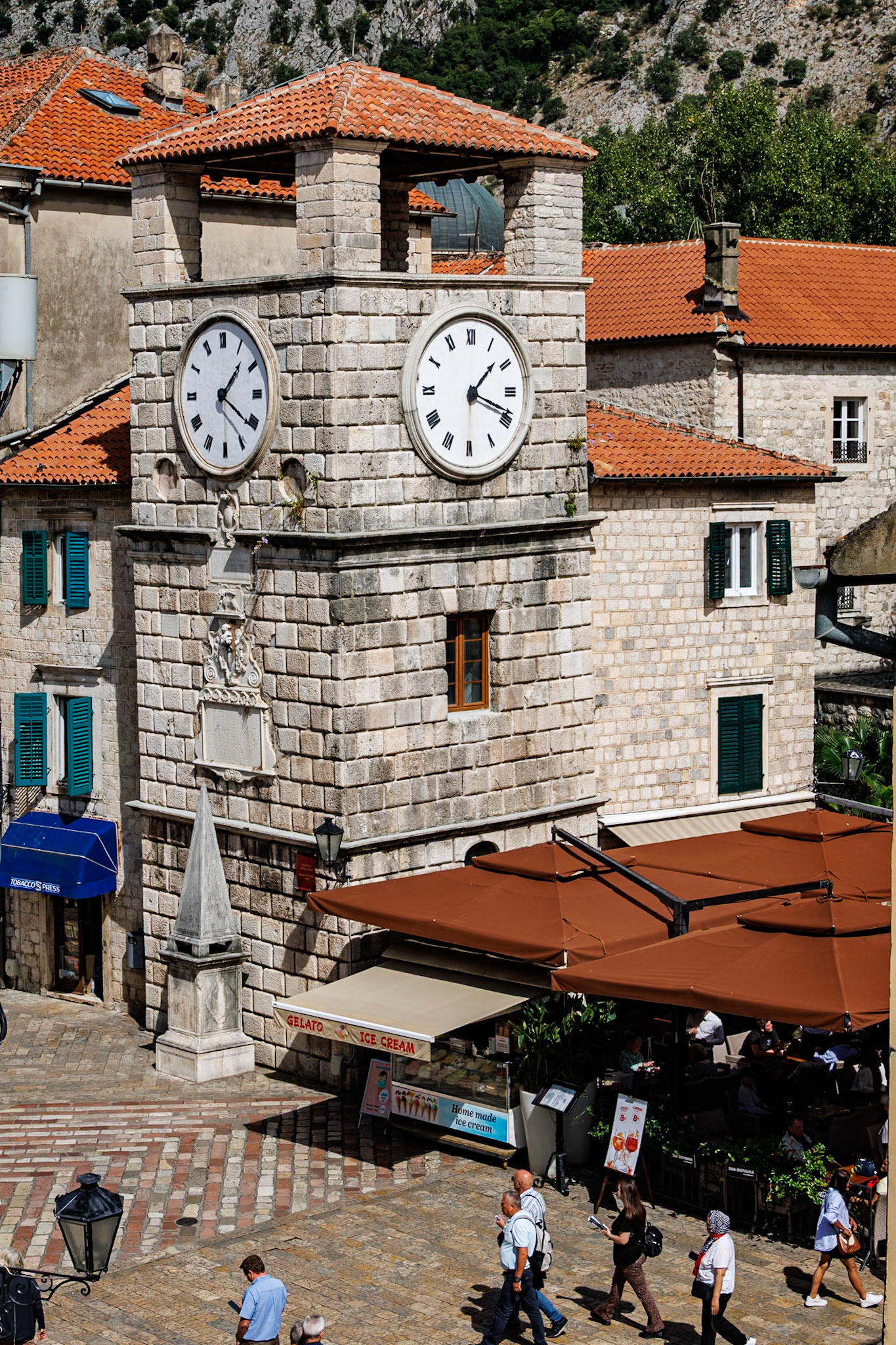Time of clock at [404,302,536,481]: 1:18
